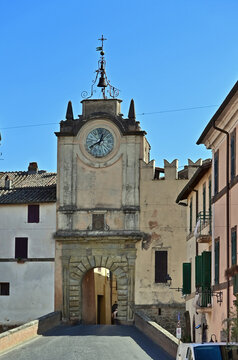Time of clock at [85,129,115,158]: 12:40
